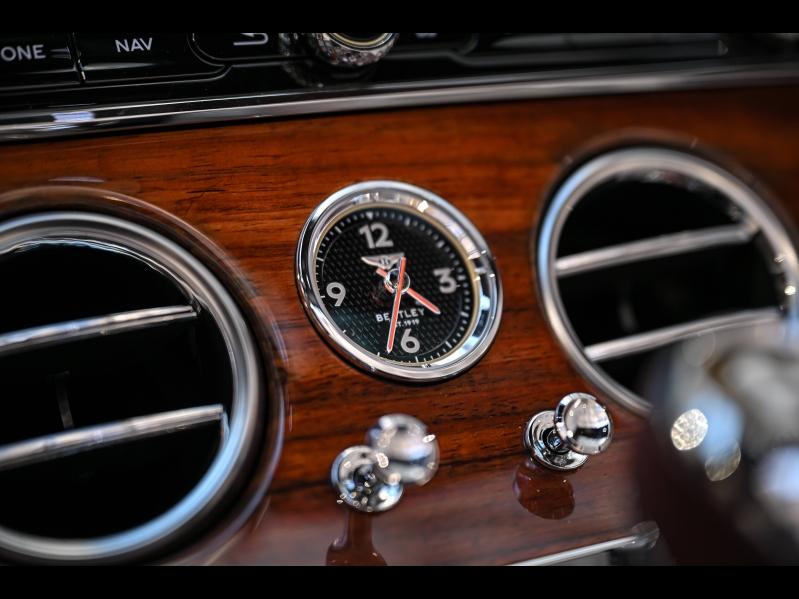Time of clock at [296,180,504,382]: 4:33
